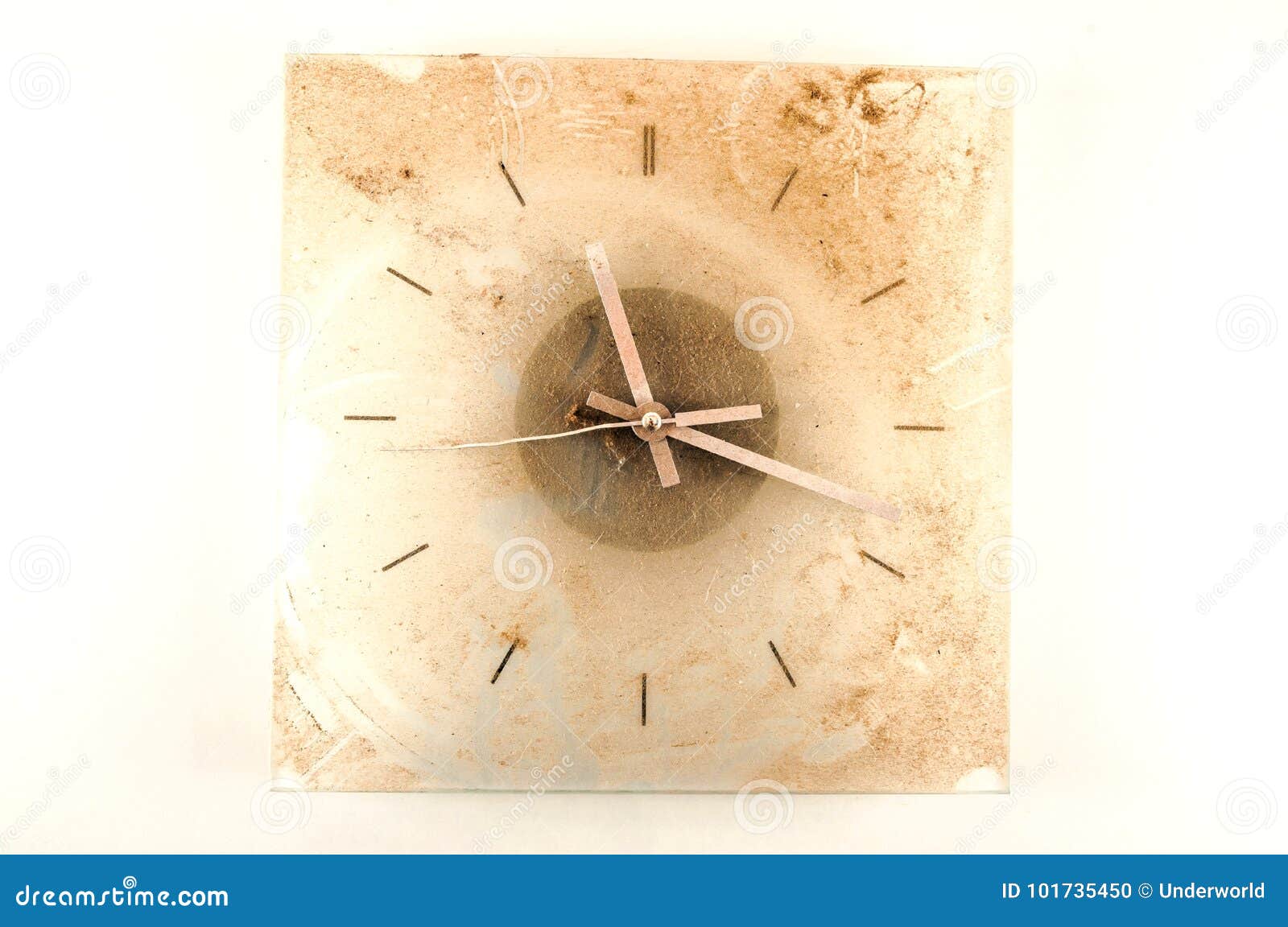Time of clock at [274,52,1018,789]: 11:18
